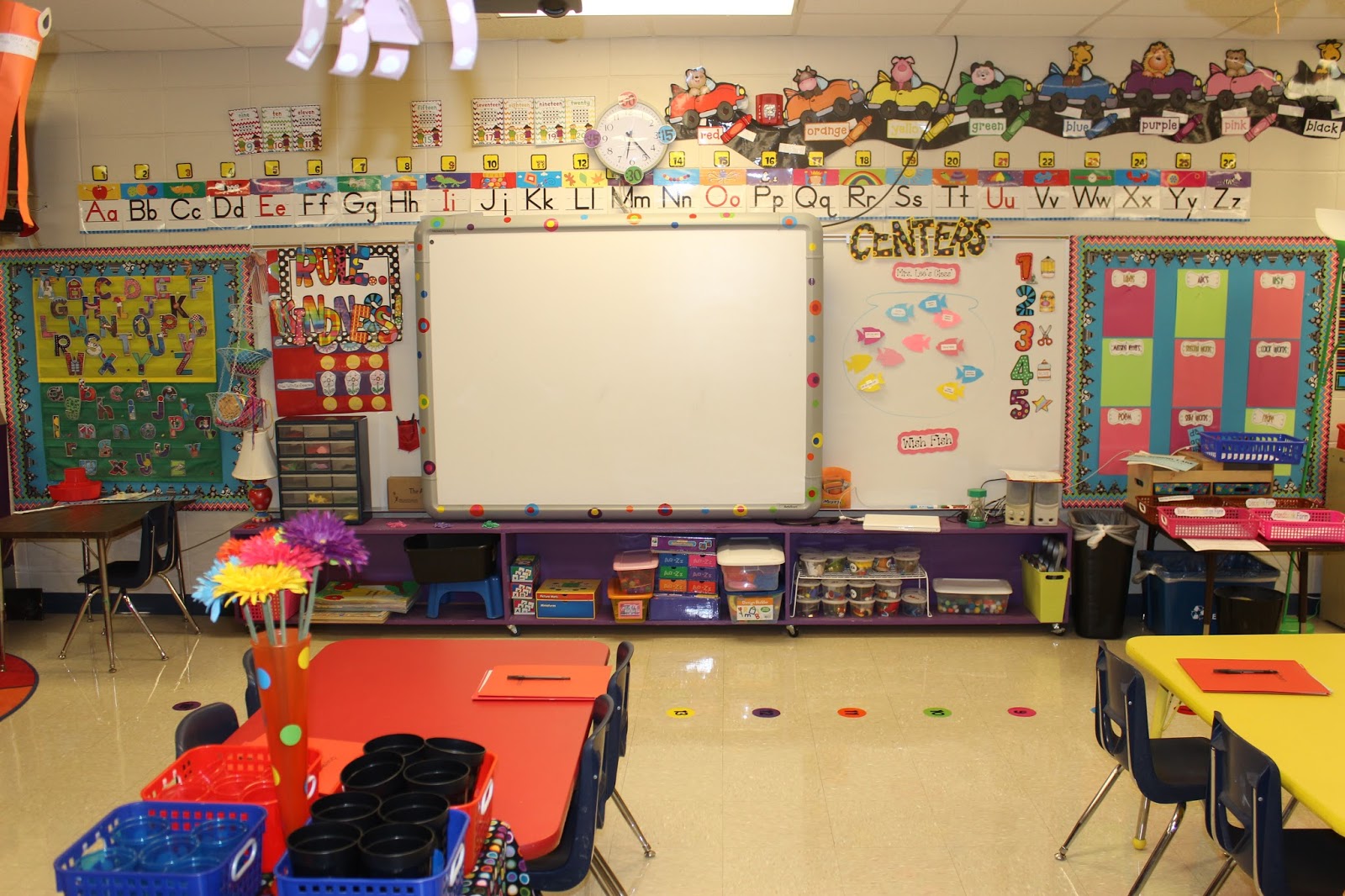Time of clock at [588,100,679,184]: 6:23
